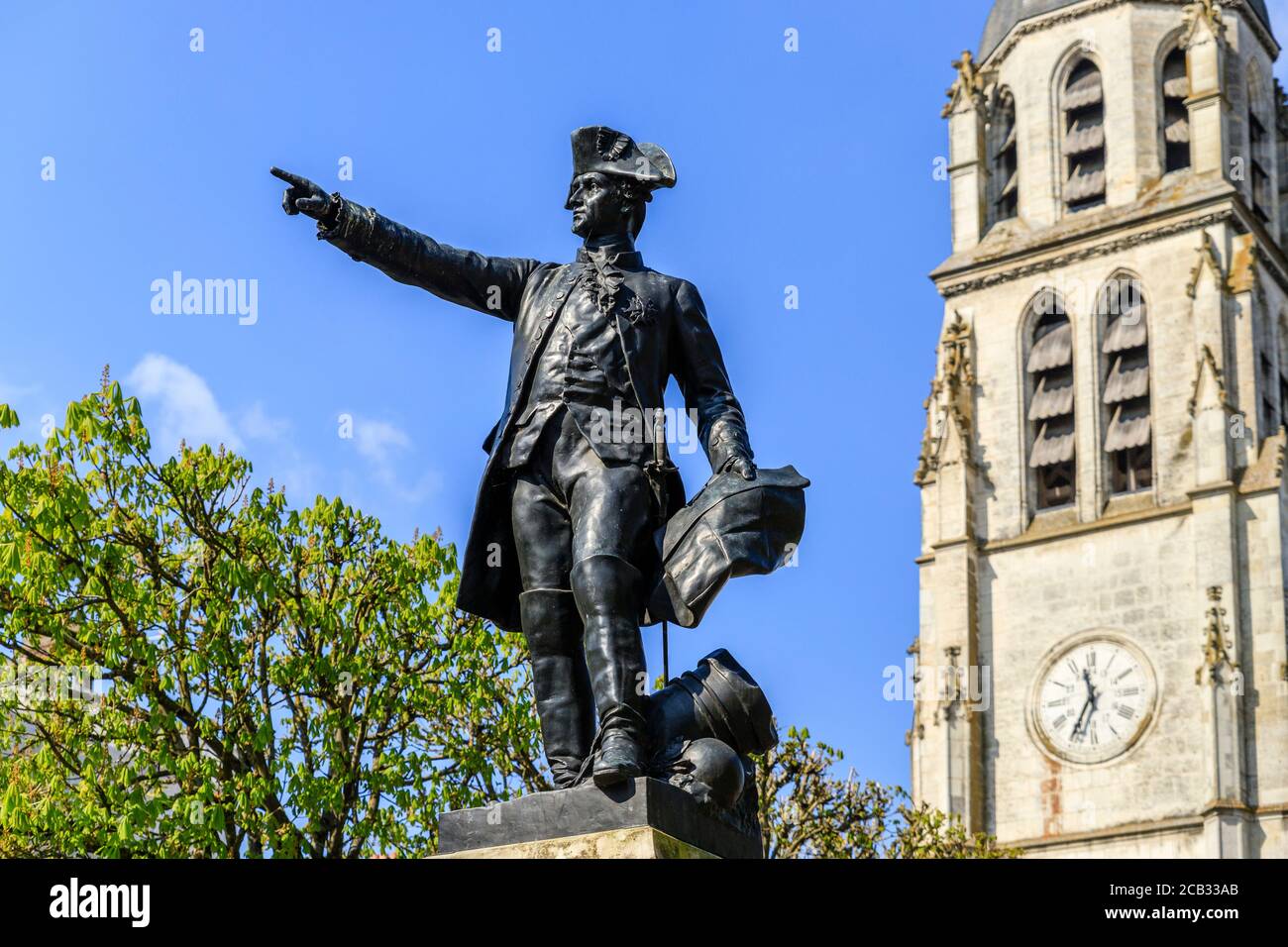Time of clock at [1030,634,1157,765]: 11:35
